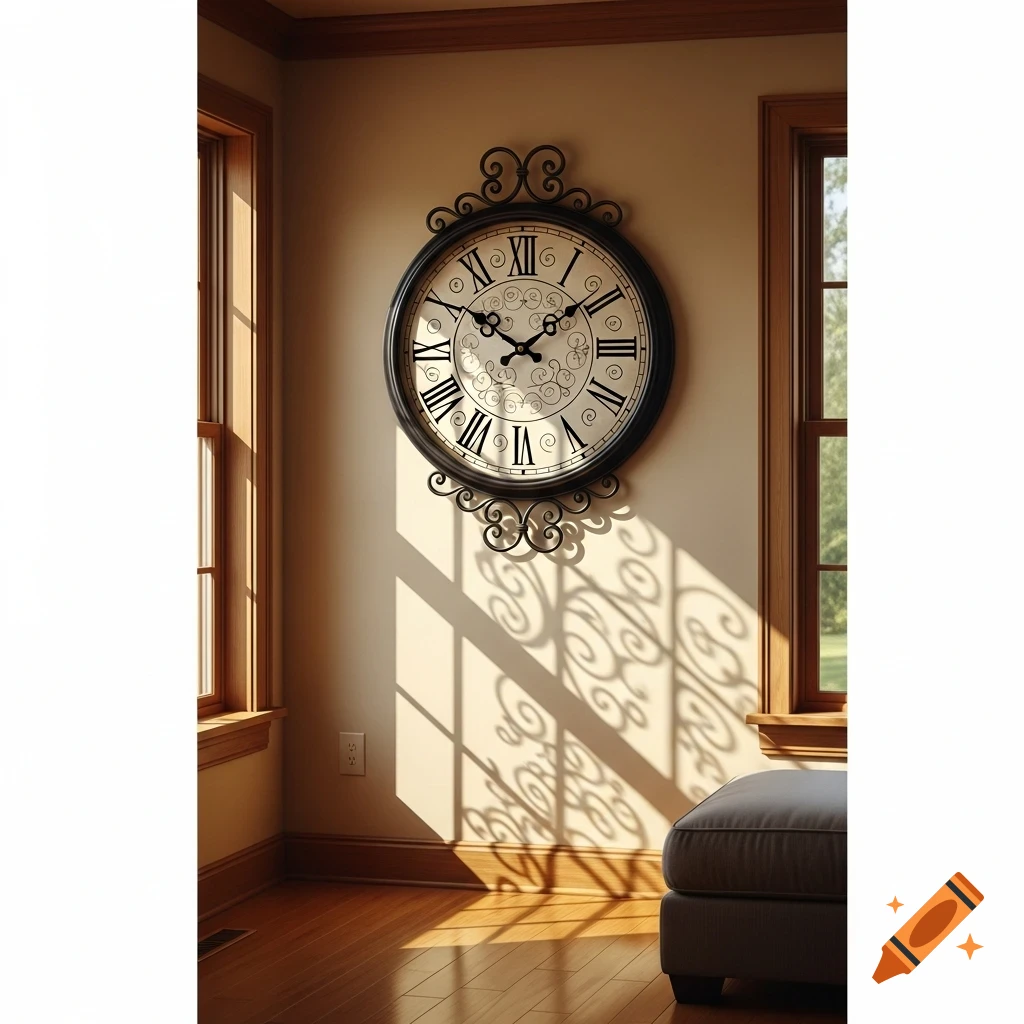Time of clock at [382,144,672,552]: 1:50
